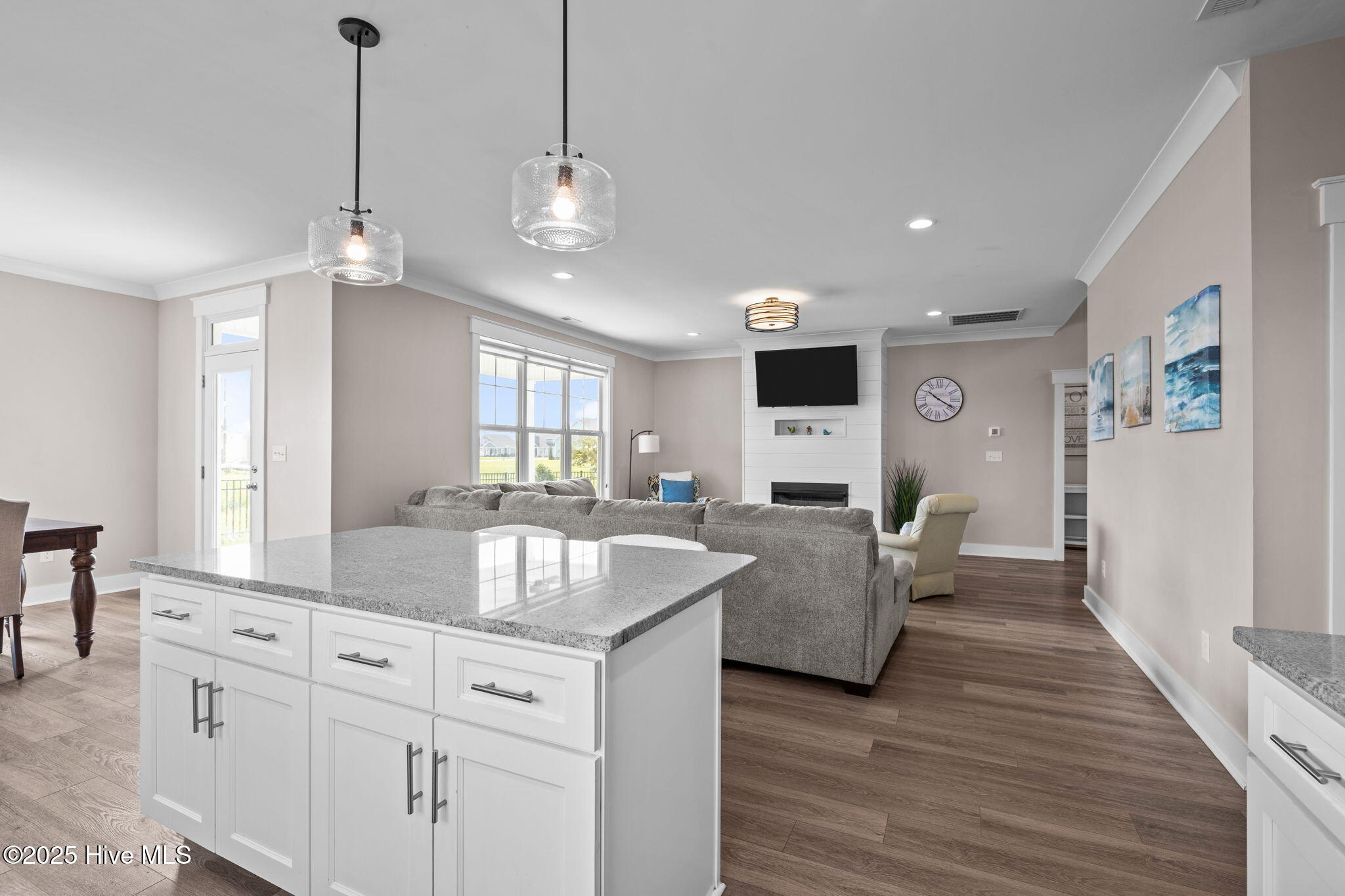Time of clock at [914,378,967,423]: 10:19
